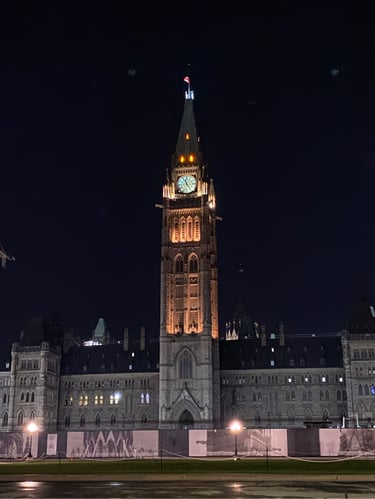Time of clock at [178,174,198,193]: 11:24
